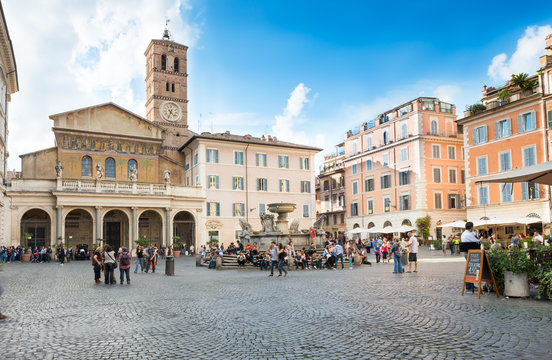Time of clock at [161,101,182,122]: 4:33
